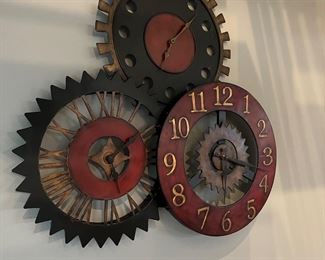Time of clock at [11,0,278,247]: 1:18
